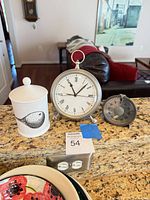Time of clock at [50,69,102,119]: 11:07
